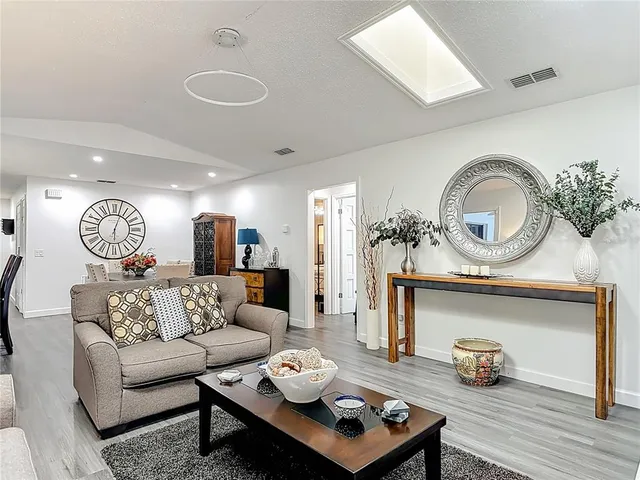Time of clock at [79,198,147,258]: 6:03
